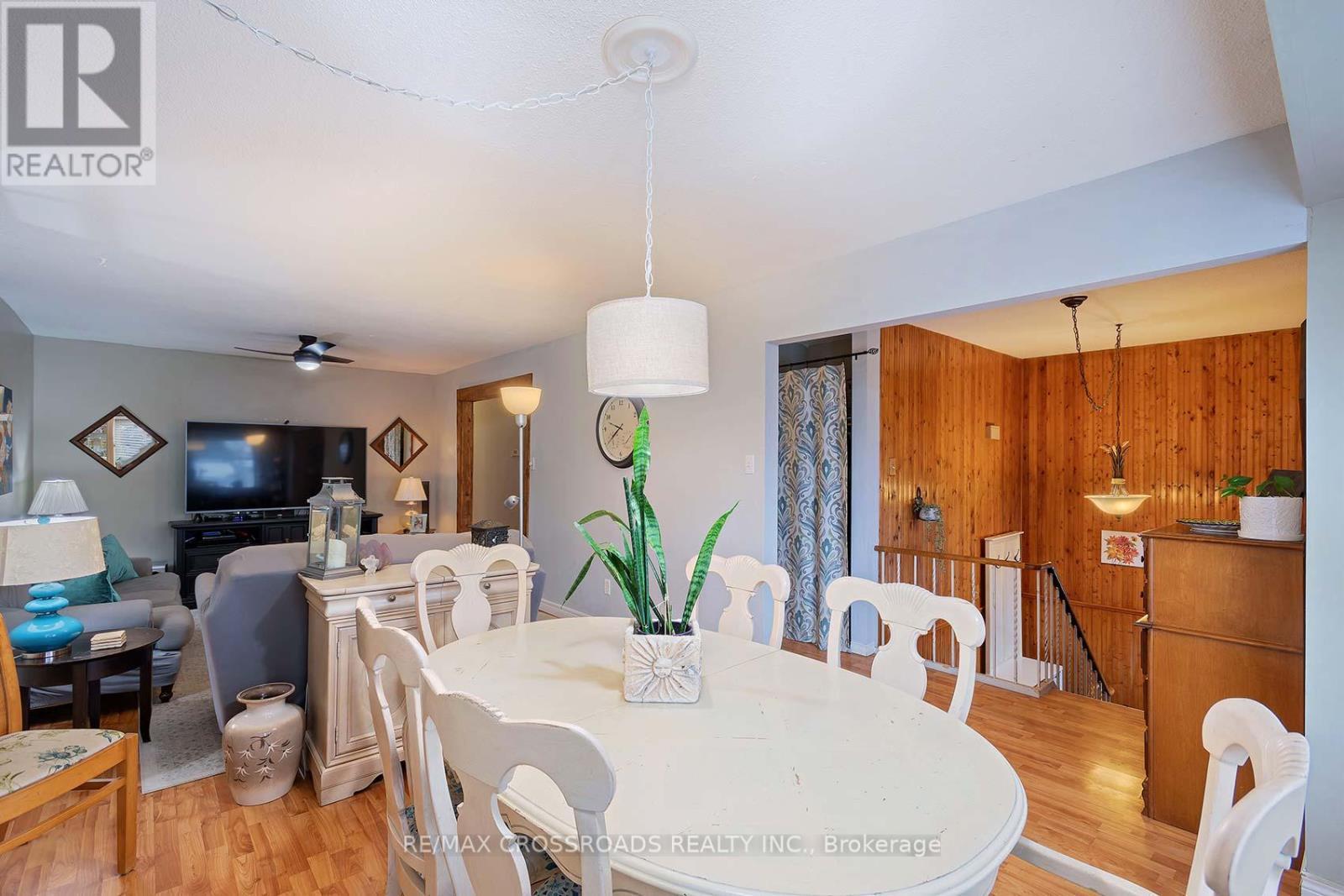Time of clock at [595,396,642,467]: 9:39
